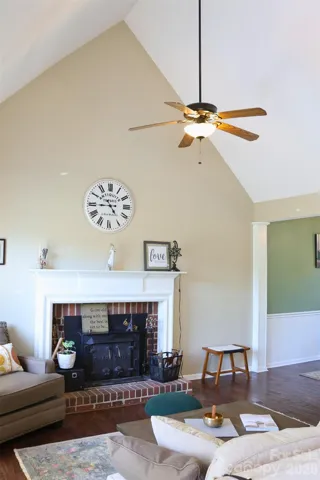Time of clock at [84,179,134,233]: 4:44
